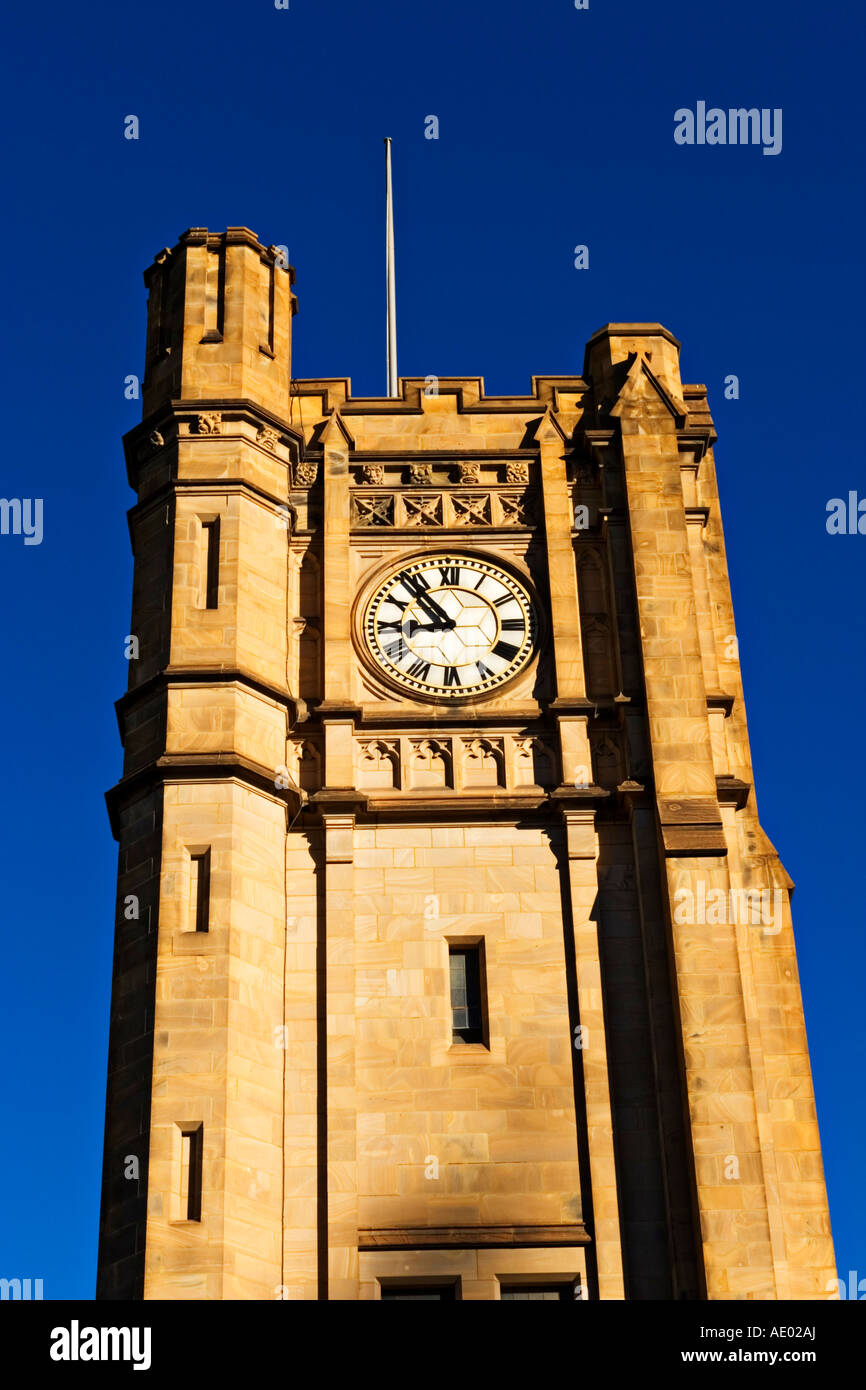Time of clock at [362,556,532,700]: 8:53
